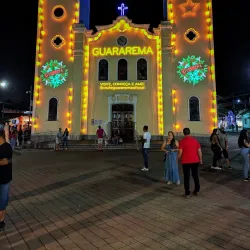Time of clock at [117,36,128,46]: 3:52
